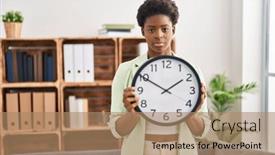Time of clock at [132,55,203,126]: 1:50
